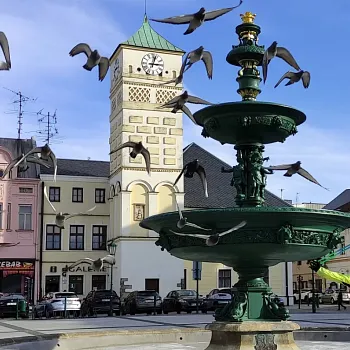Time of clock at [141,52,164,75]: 3:02
